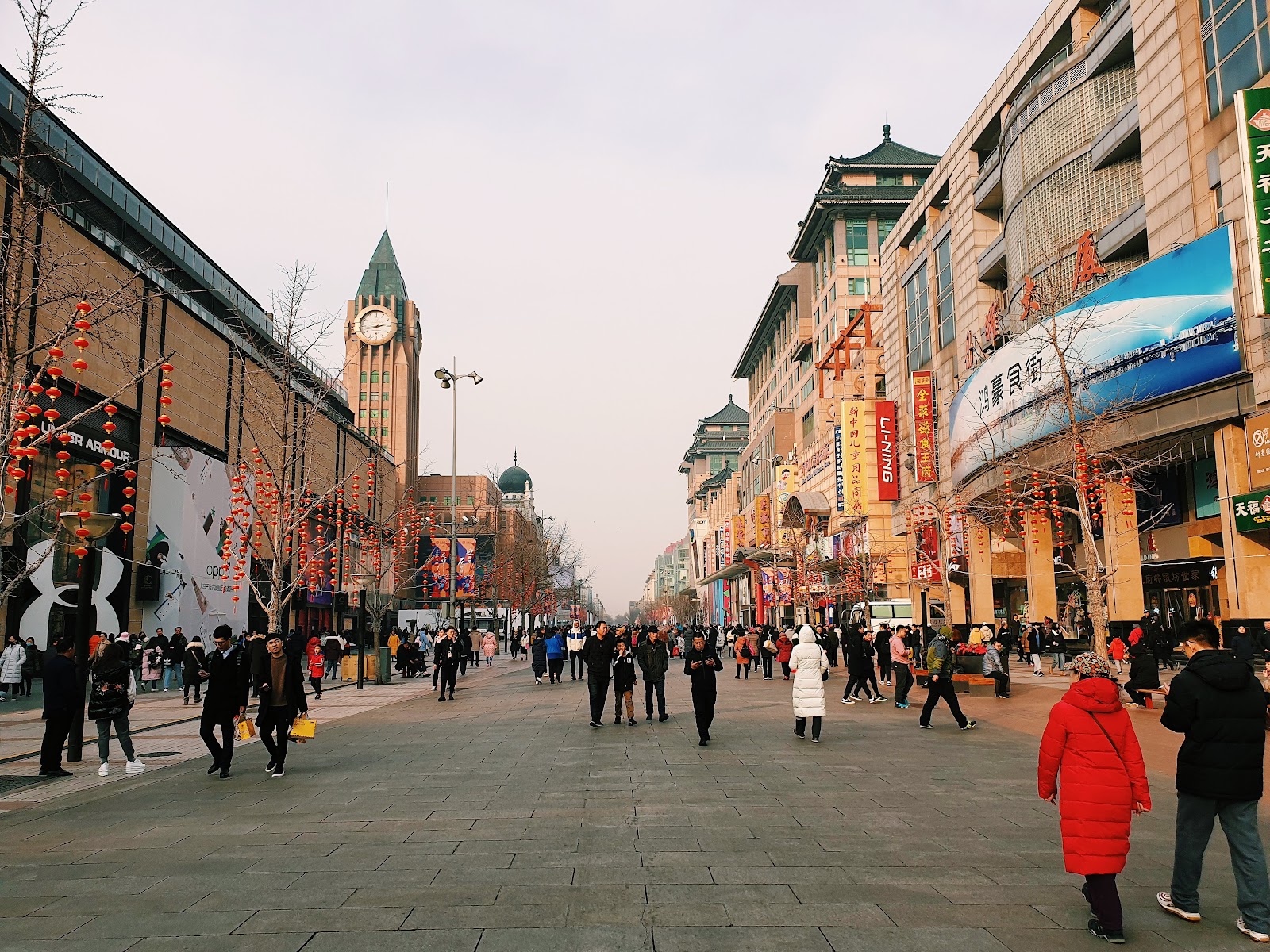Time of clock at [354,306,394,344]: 2:42
